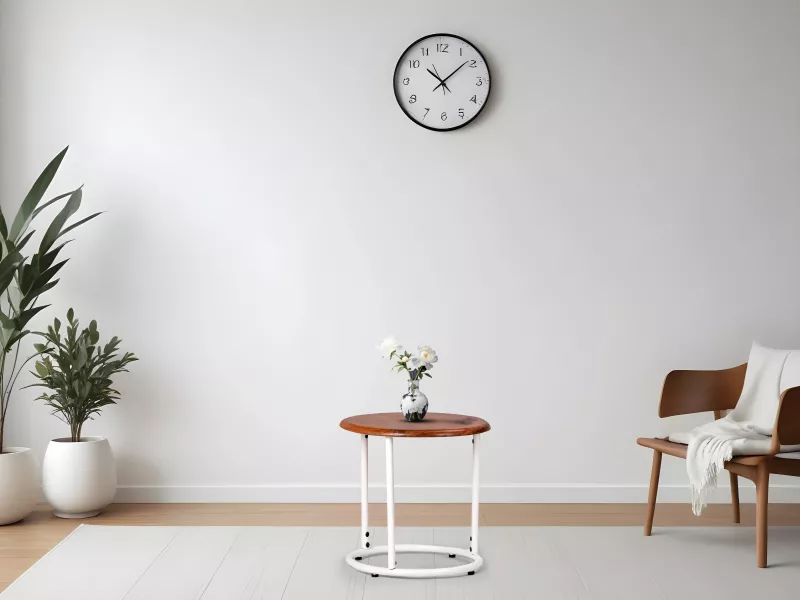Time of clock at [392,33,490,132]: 10:08
